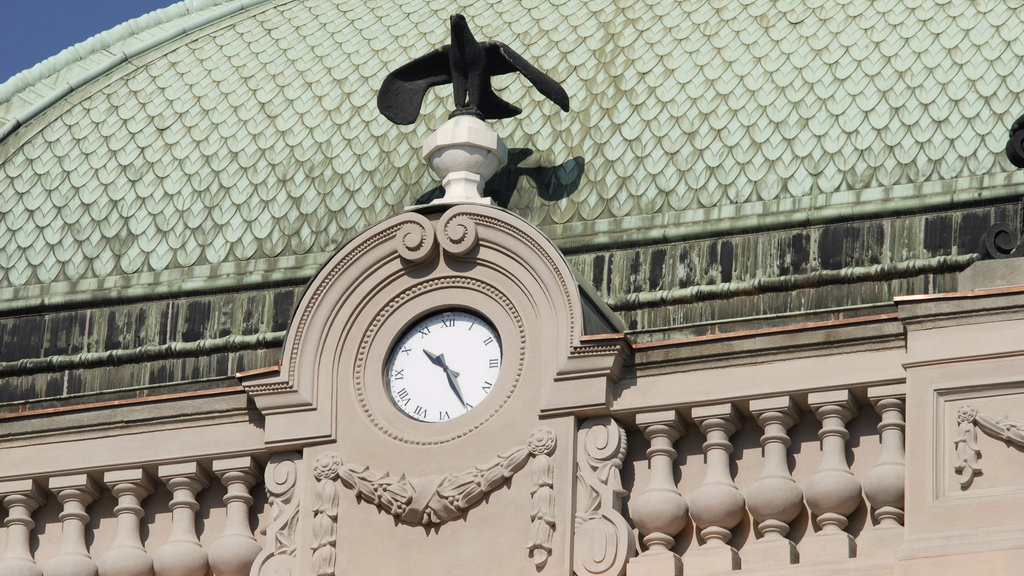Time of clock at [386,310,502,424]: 10:25
